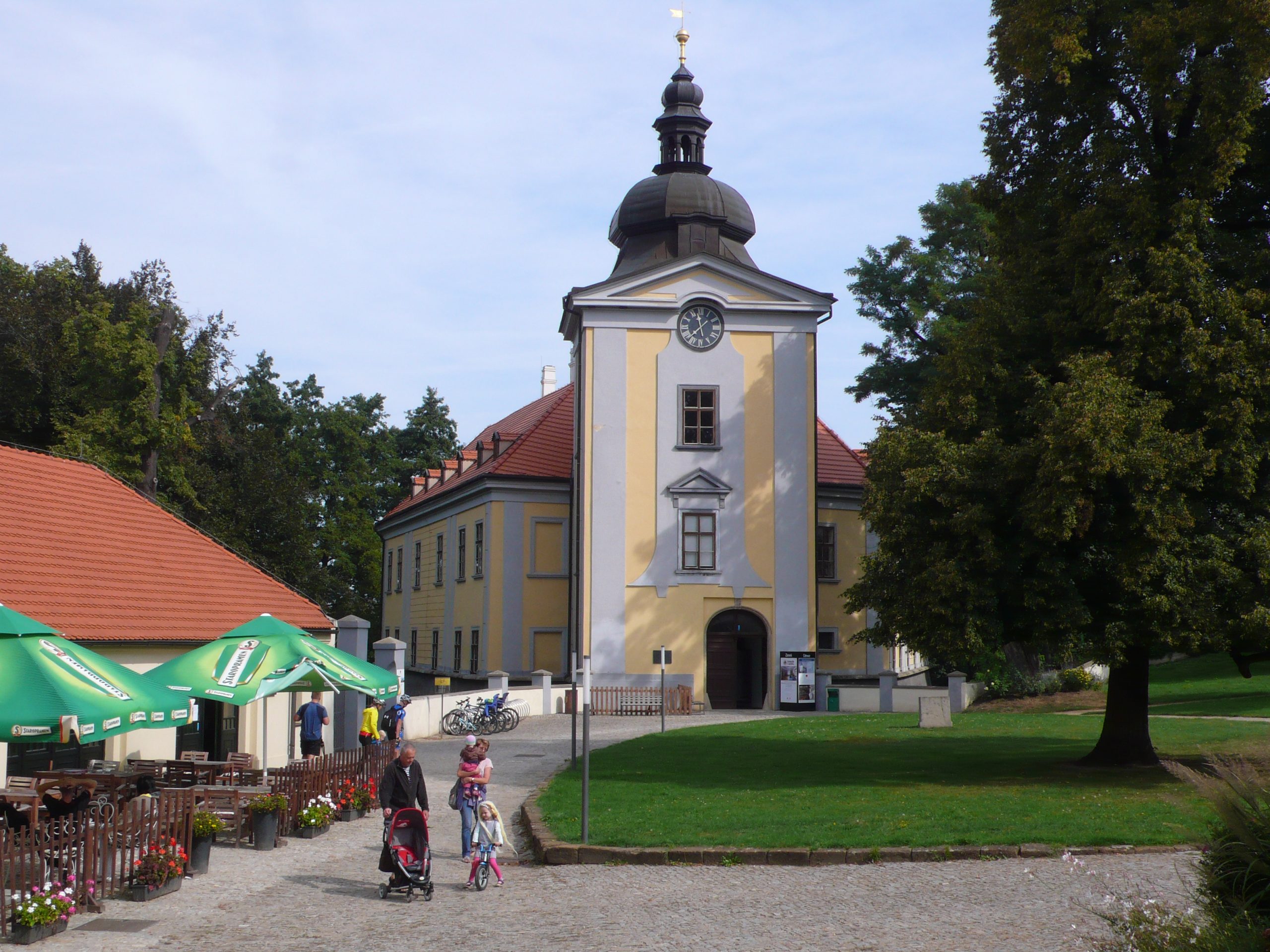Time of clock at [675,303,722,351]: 11:37
